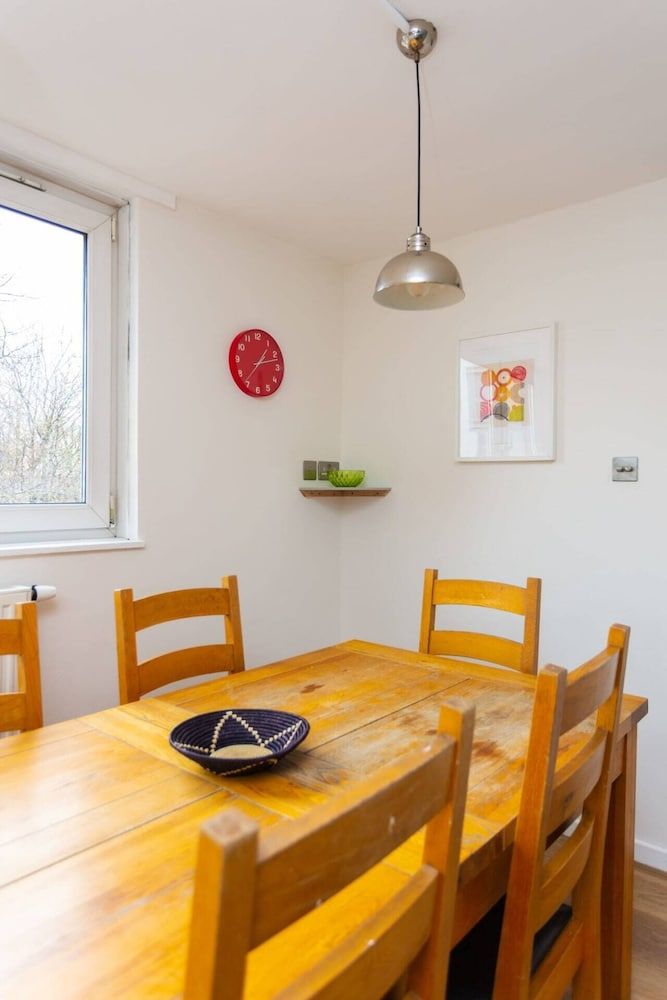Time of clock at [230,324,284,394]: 1:12
